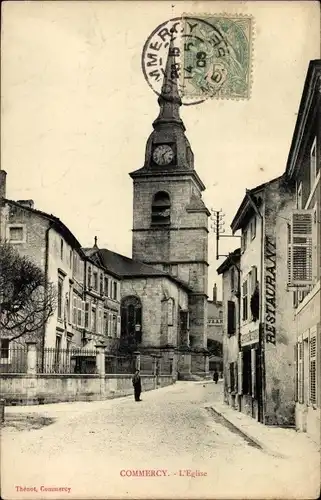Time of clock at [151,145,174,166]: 1:28
